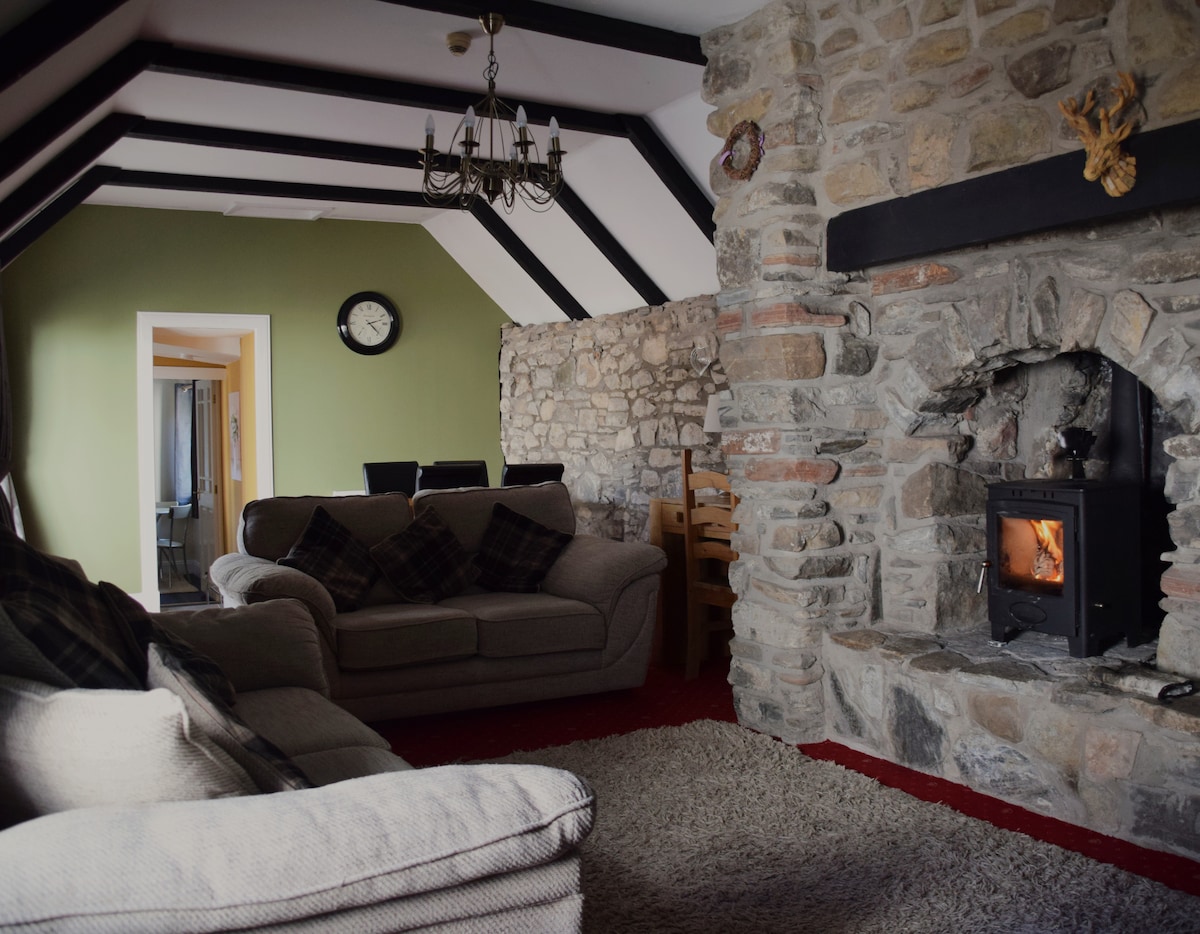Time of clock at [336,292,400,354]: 2:22
